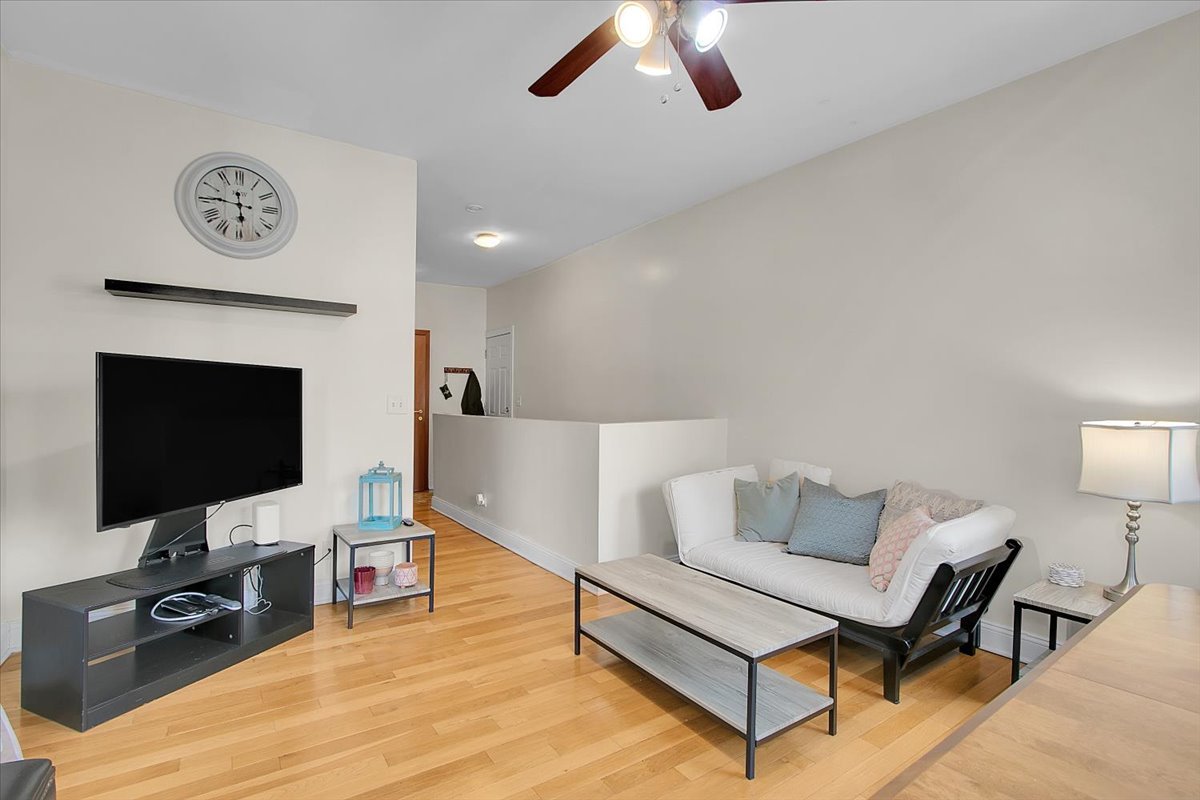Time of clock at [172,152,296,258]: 5:45
